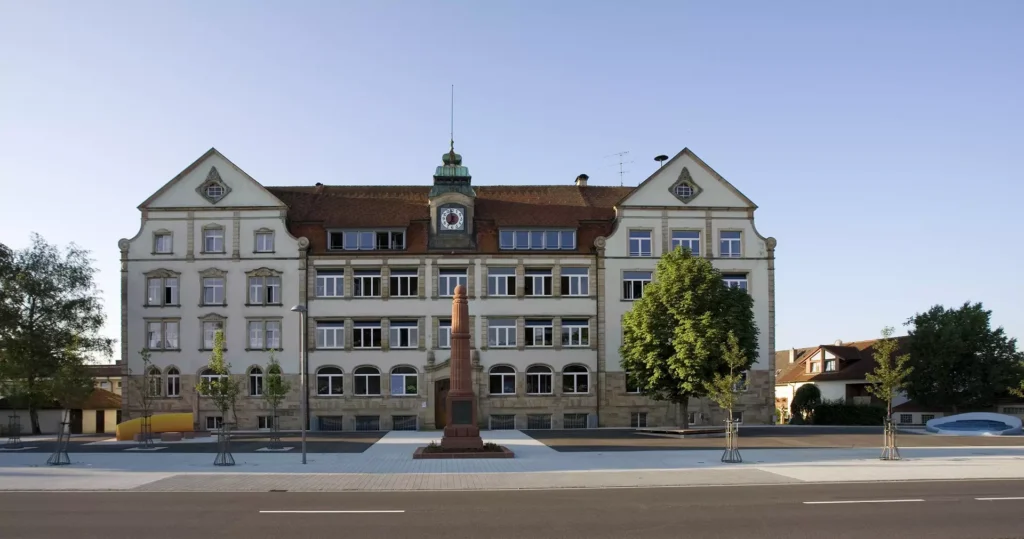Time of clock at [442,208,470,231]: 6:58
